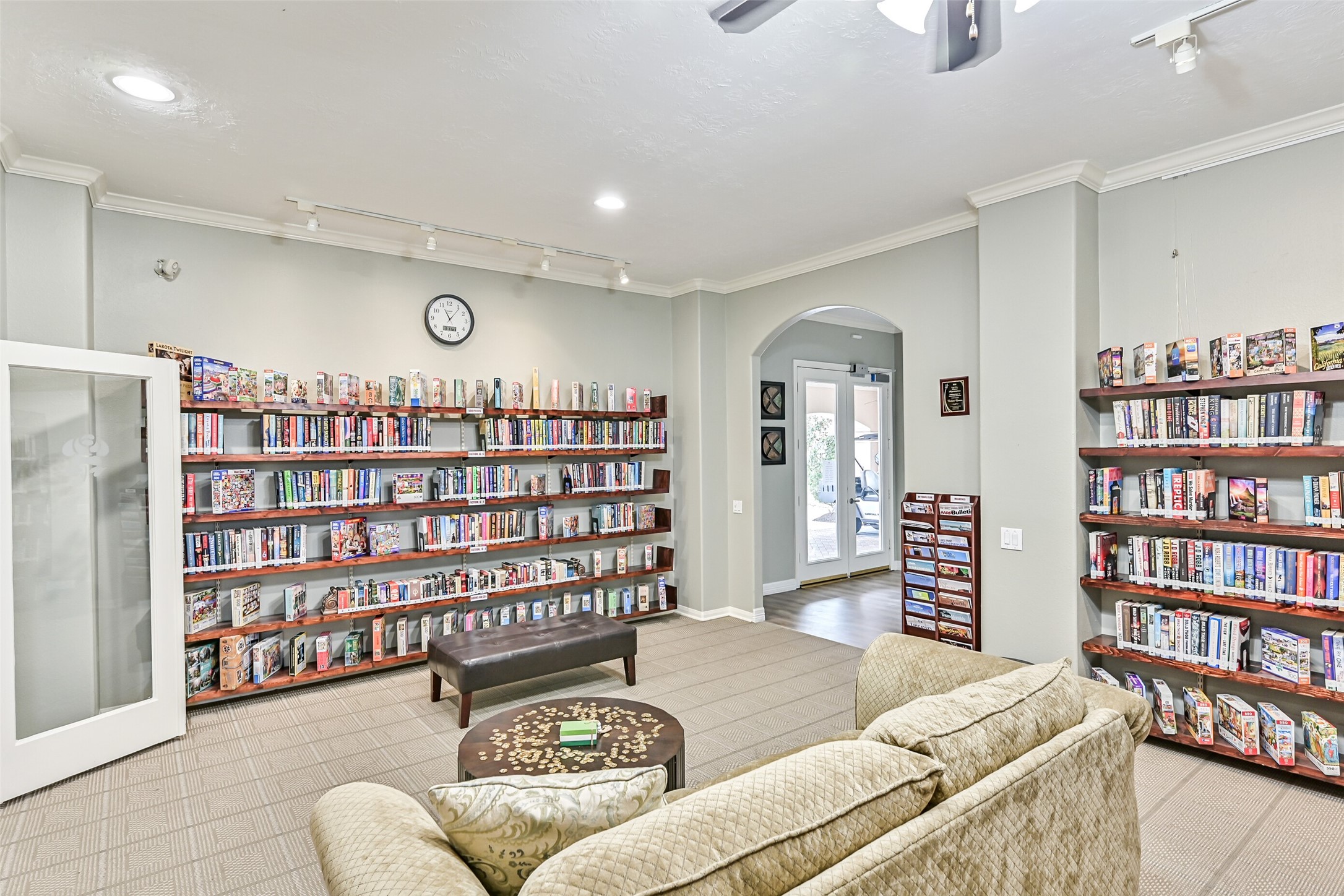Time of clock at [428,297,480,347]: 11:06
